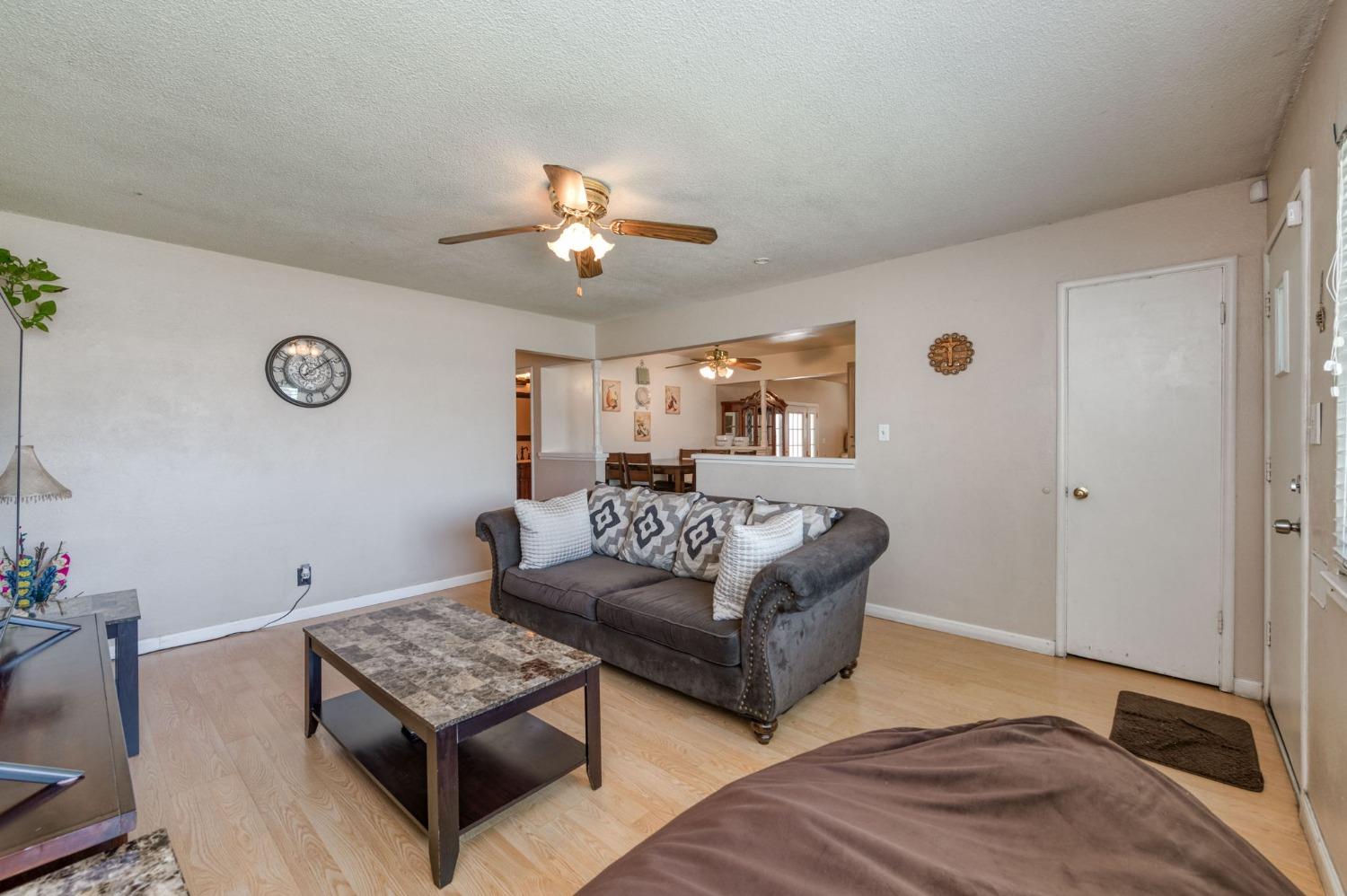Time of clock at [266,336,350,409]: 11:08
